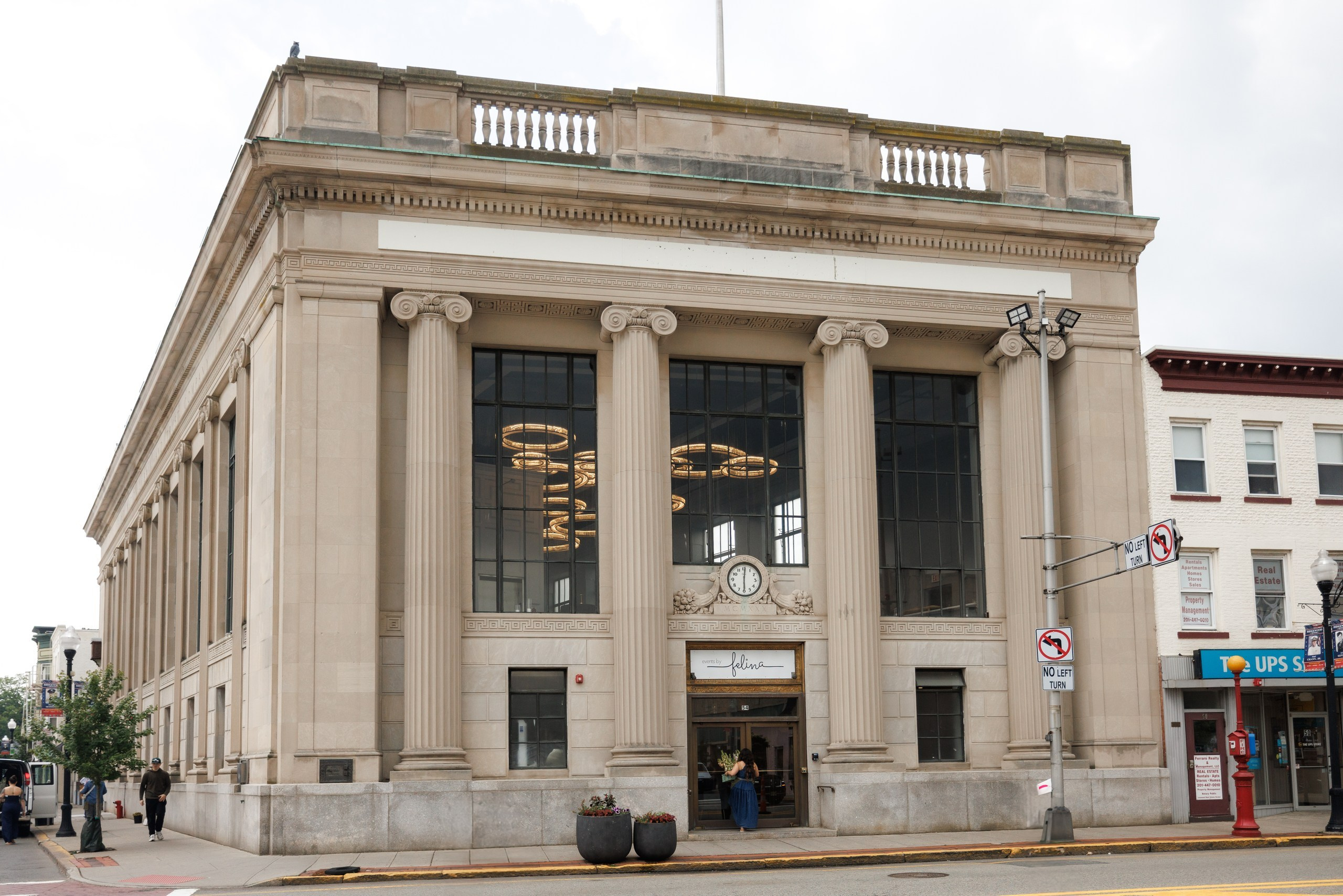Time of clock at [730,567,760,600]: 6:00
